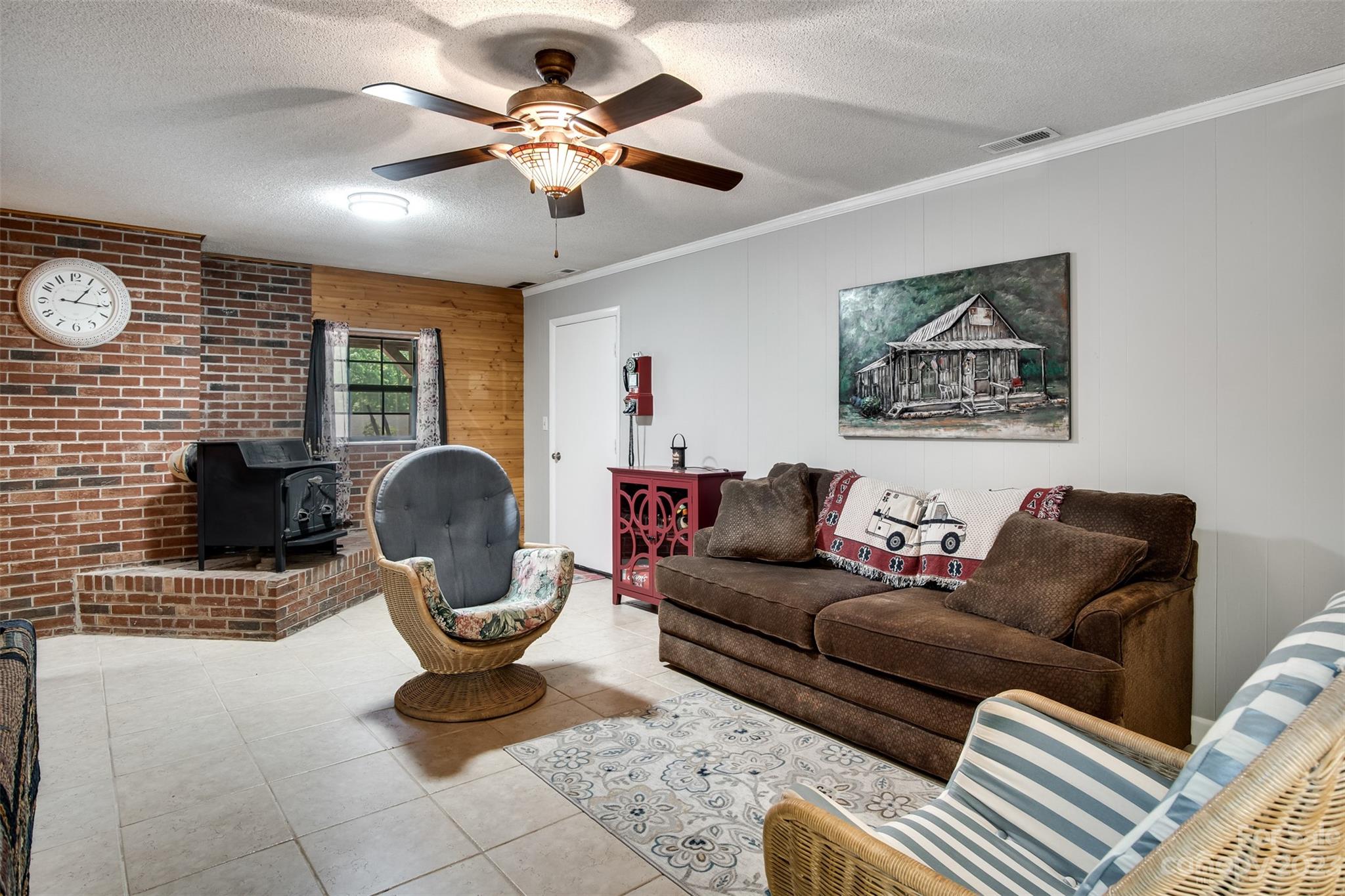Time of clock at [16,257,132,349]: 1:16
